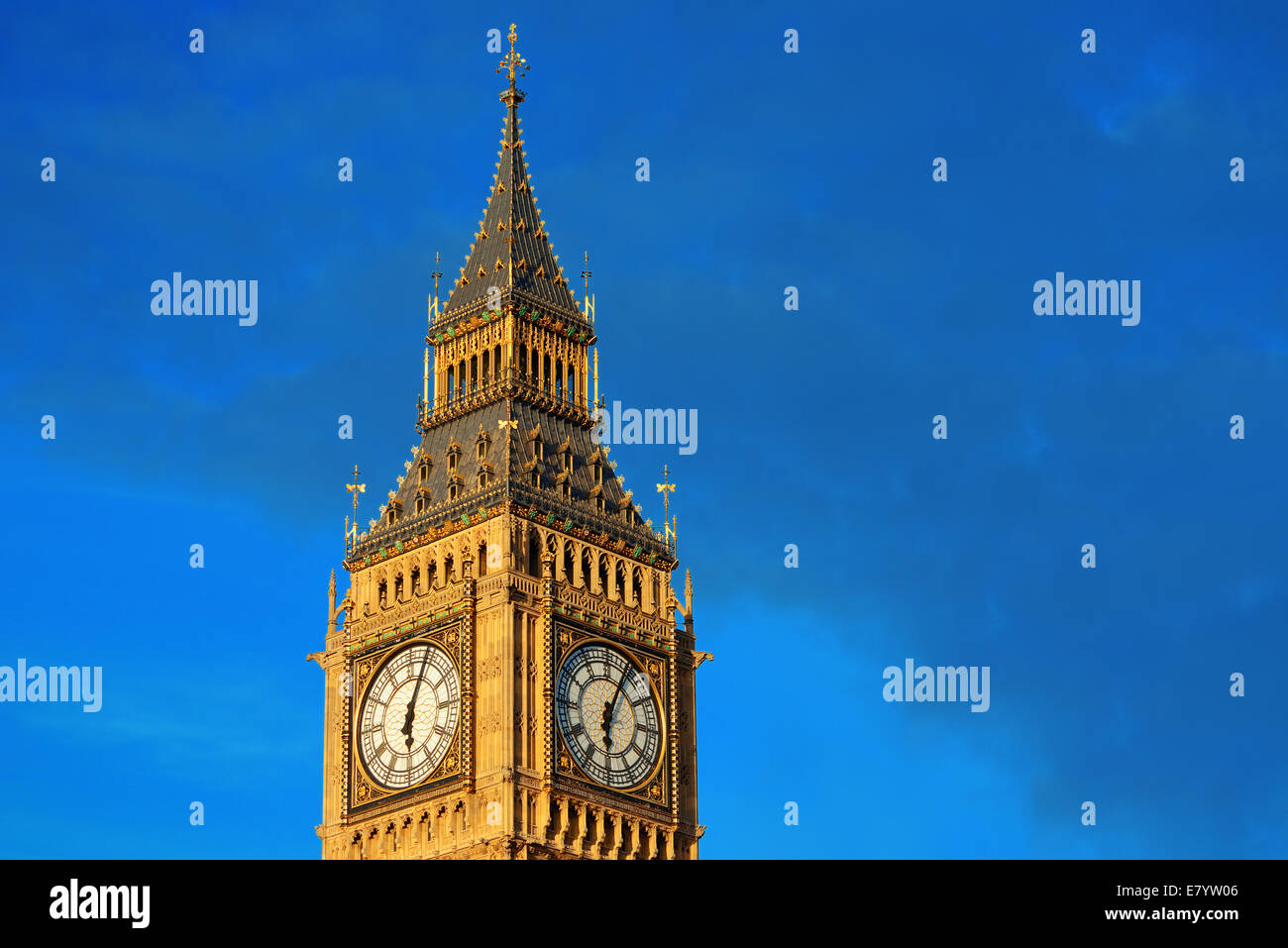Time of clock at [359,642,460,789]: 6:03
